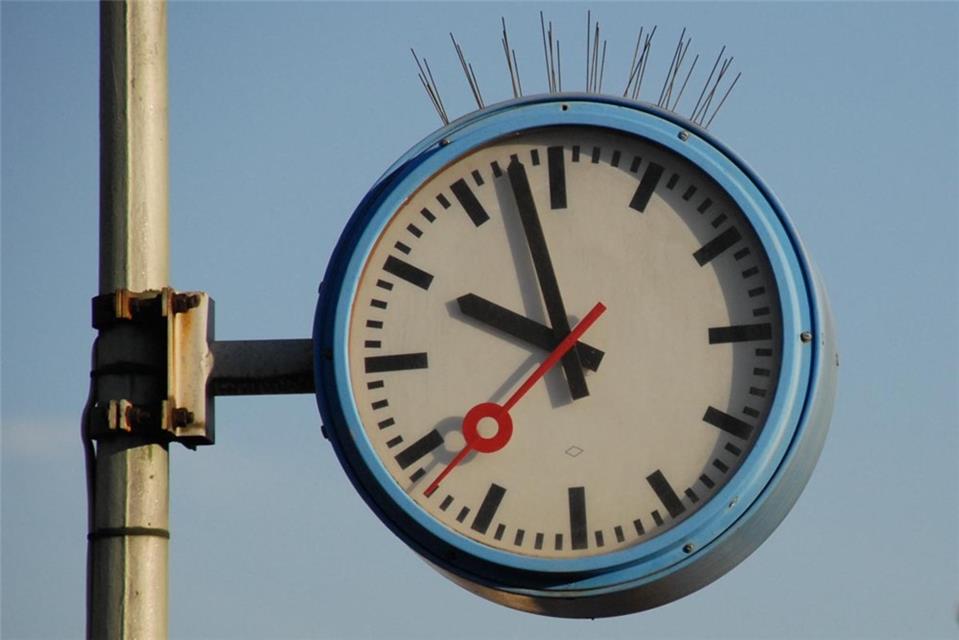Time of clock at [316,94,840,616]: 9:57
